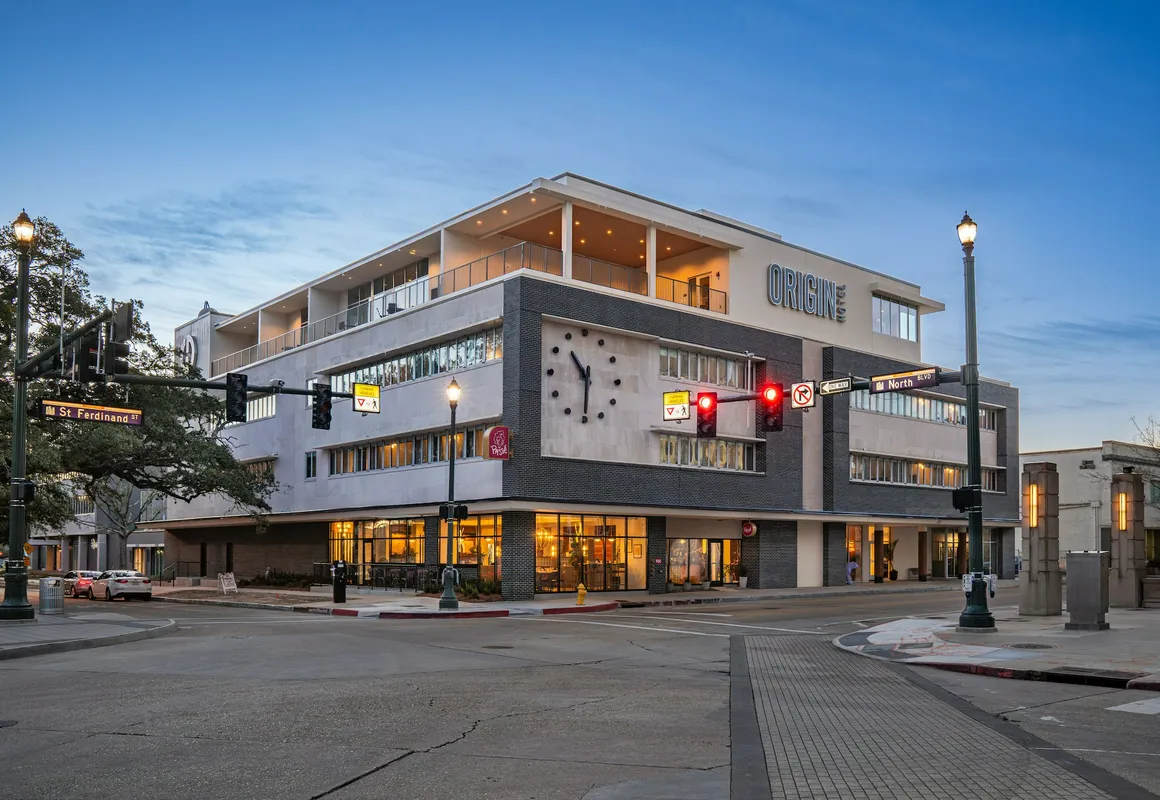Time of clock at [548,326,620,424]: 10:30
